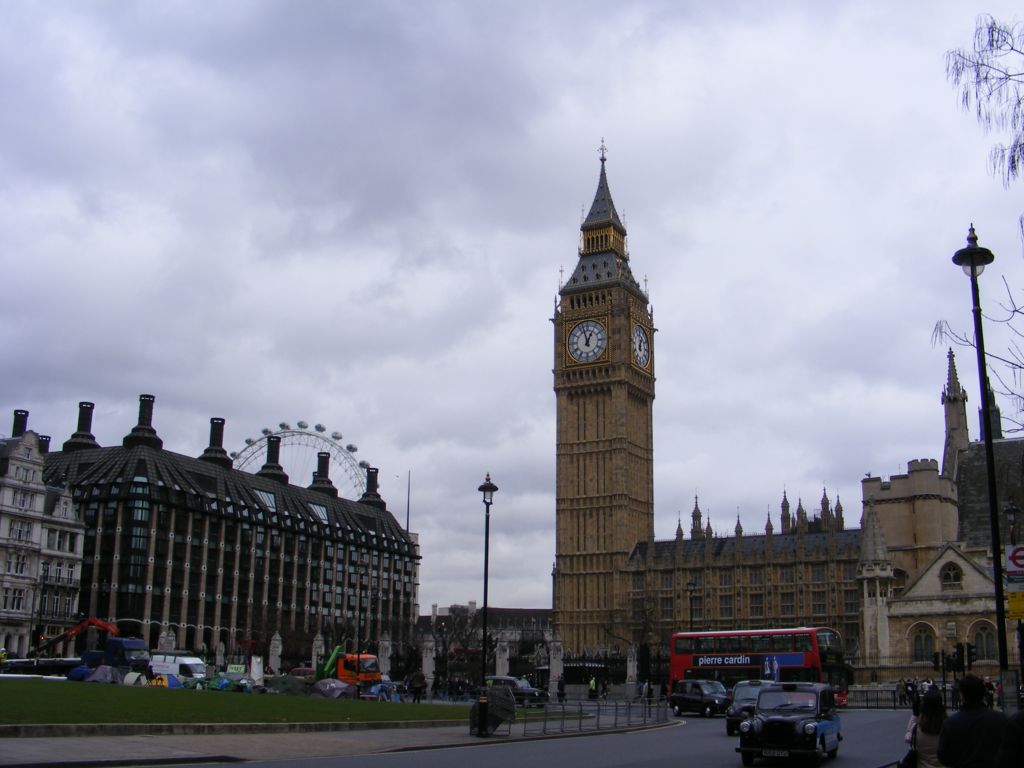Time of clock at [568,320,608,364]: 12:57
